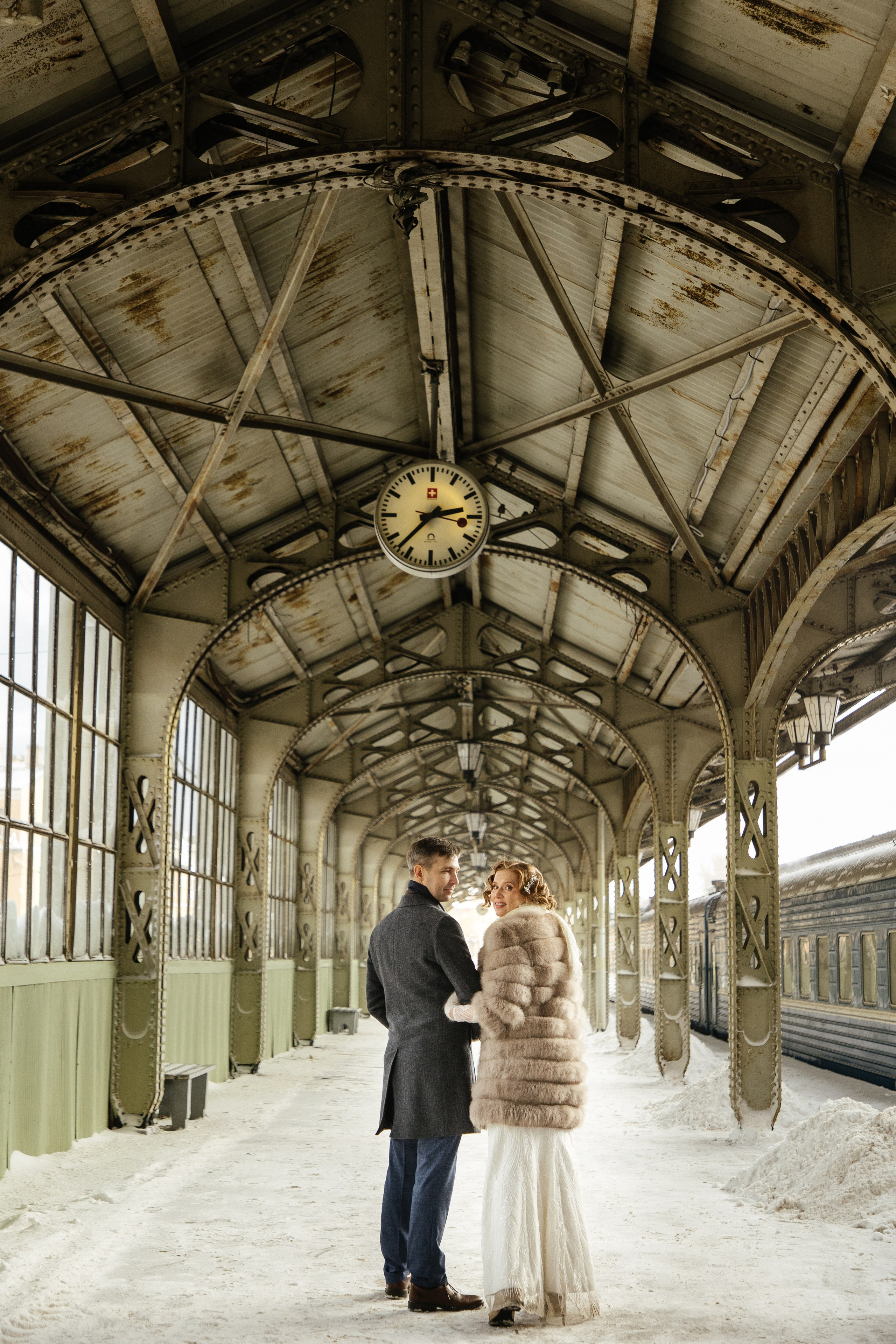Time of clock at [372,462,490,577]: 2:37
